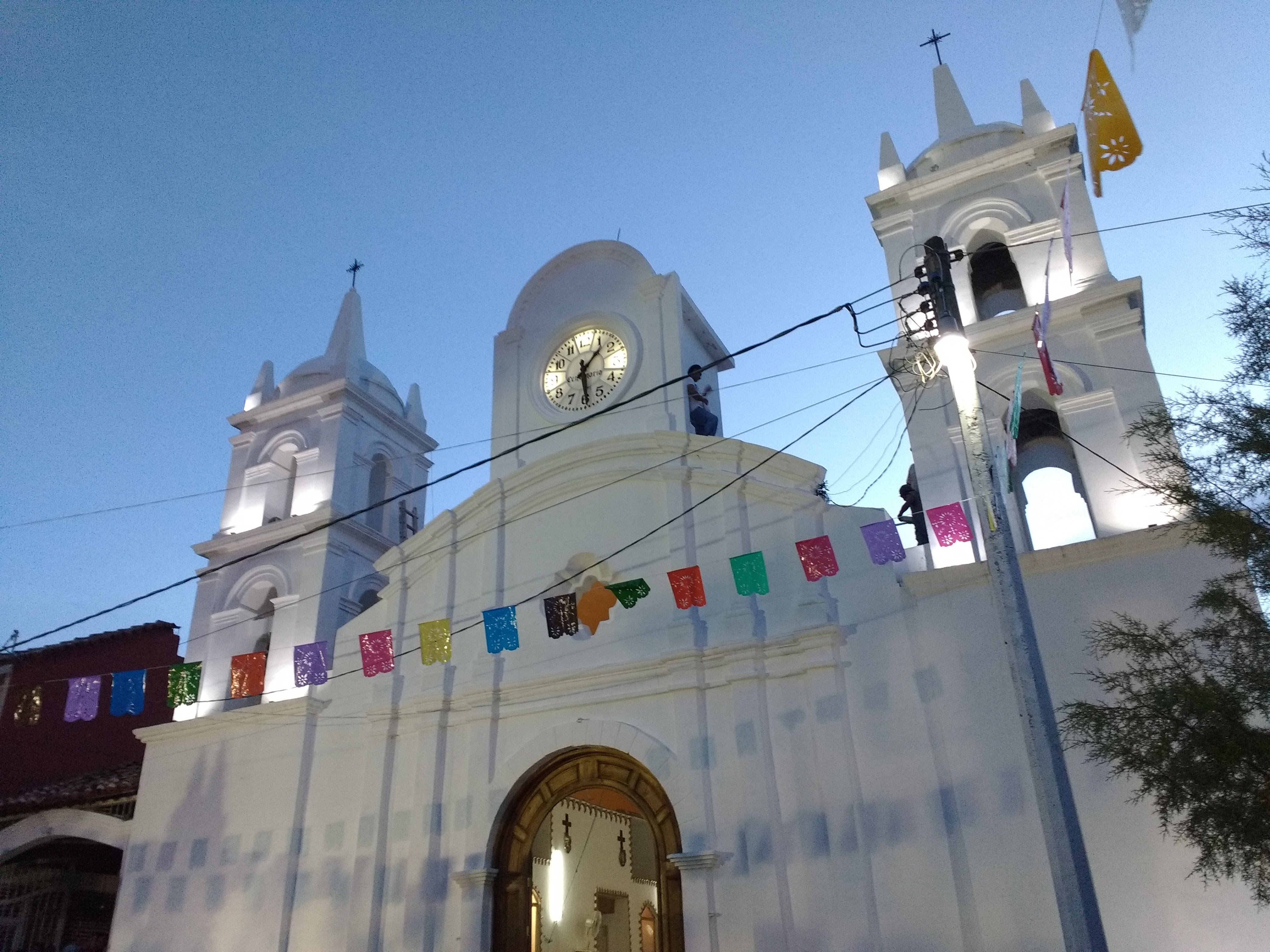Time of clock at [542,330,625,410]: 1:29
